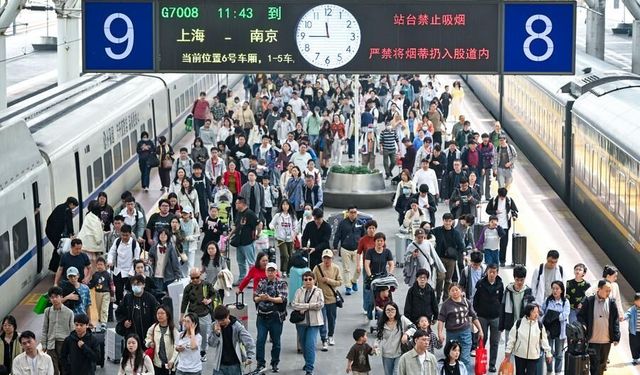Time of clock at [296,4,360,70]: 11:44
